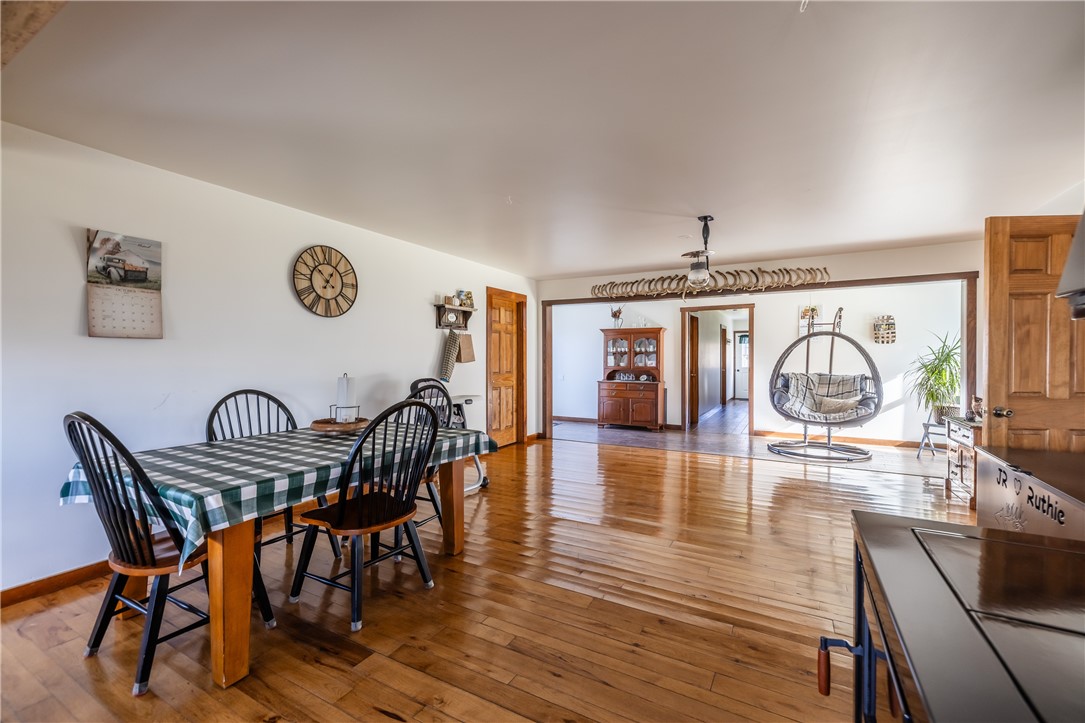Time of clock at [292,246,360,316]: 12:52
